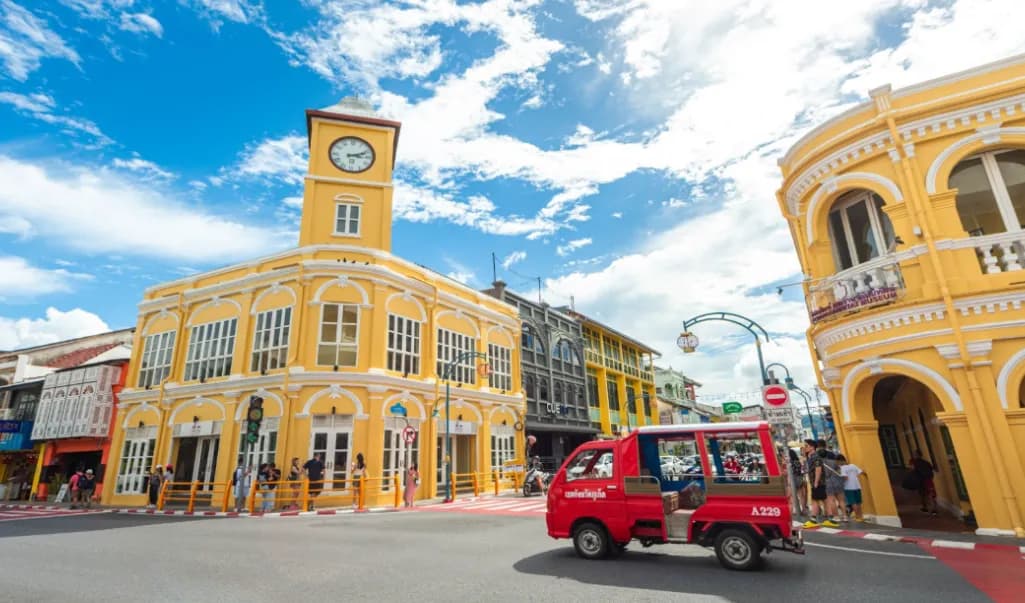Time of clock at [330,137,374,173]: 3:11
